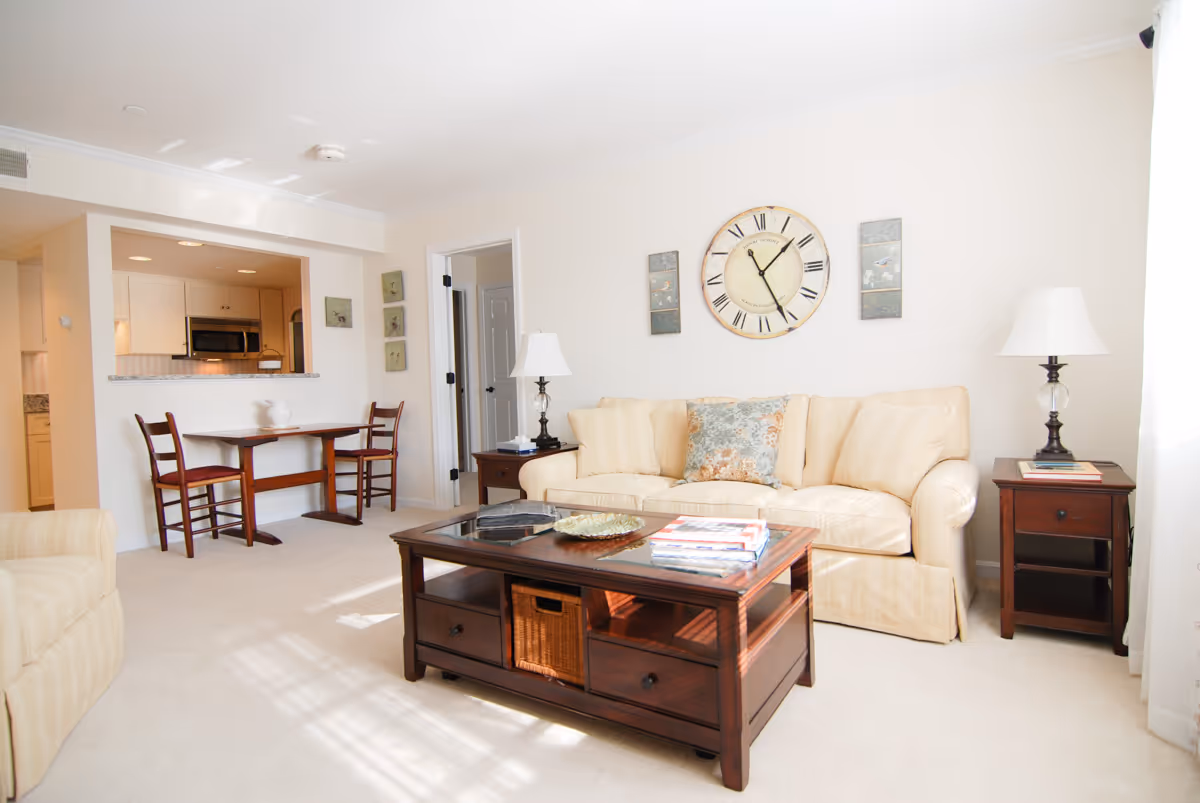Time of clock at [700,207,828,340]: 1:26
